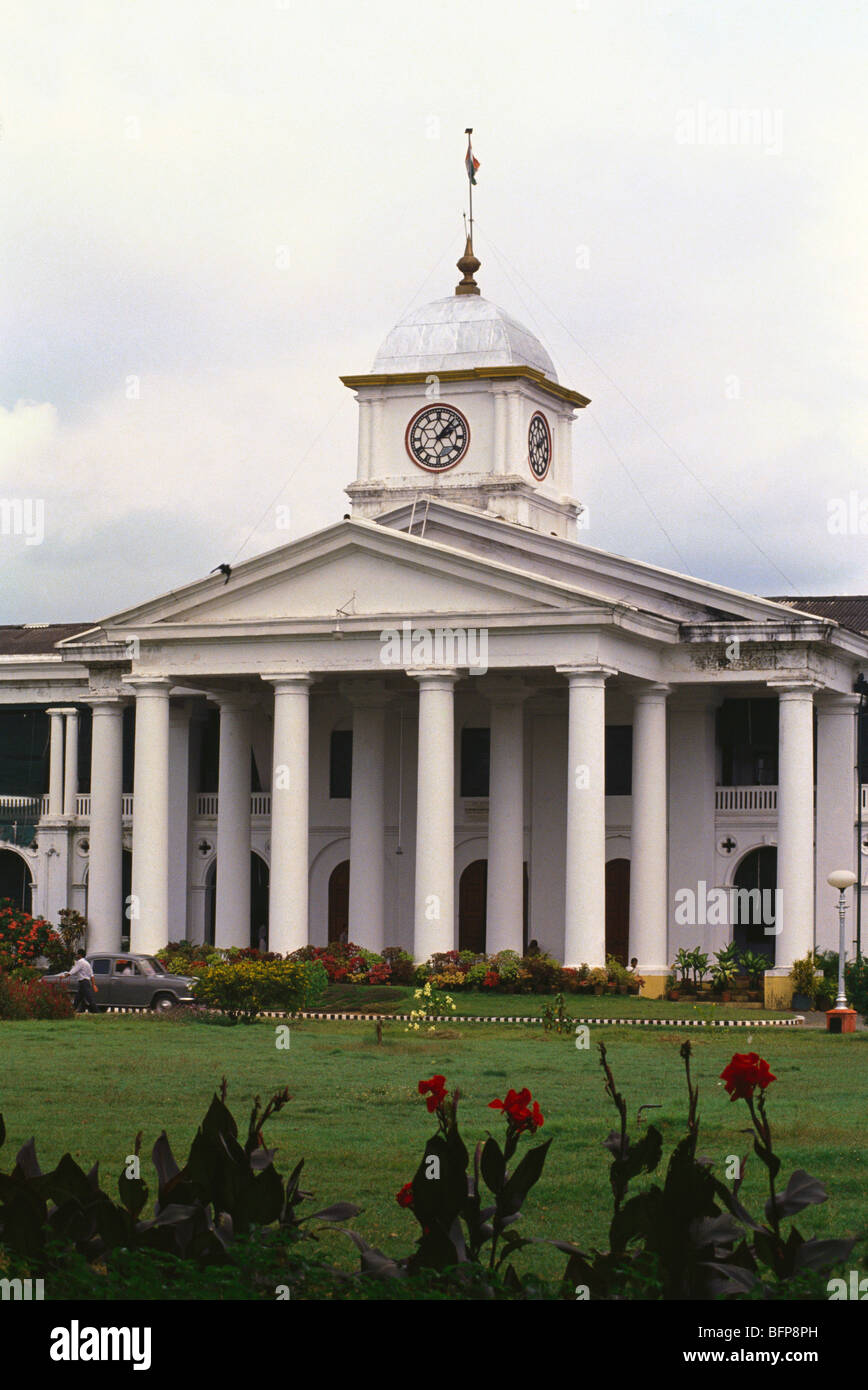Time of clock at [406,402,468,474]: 2:06
